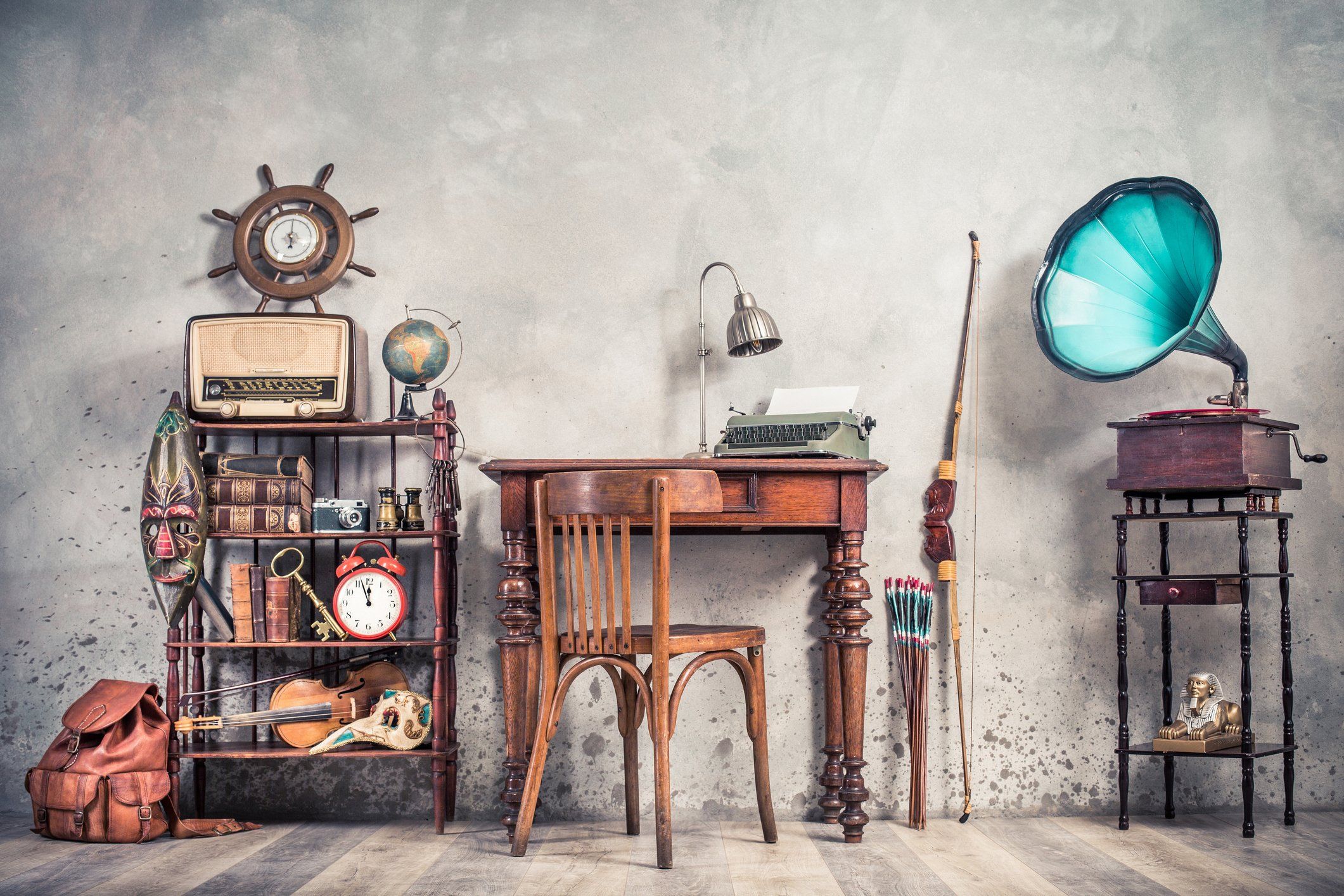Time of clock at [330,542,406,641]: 11:56
